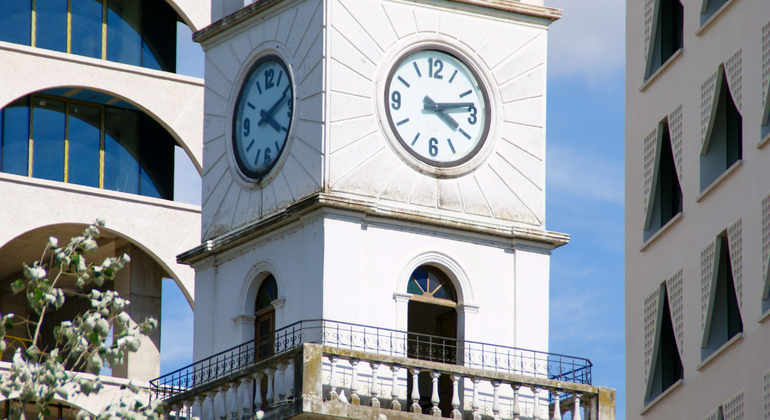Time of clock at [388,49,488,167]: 4:13
